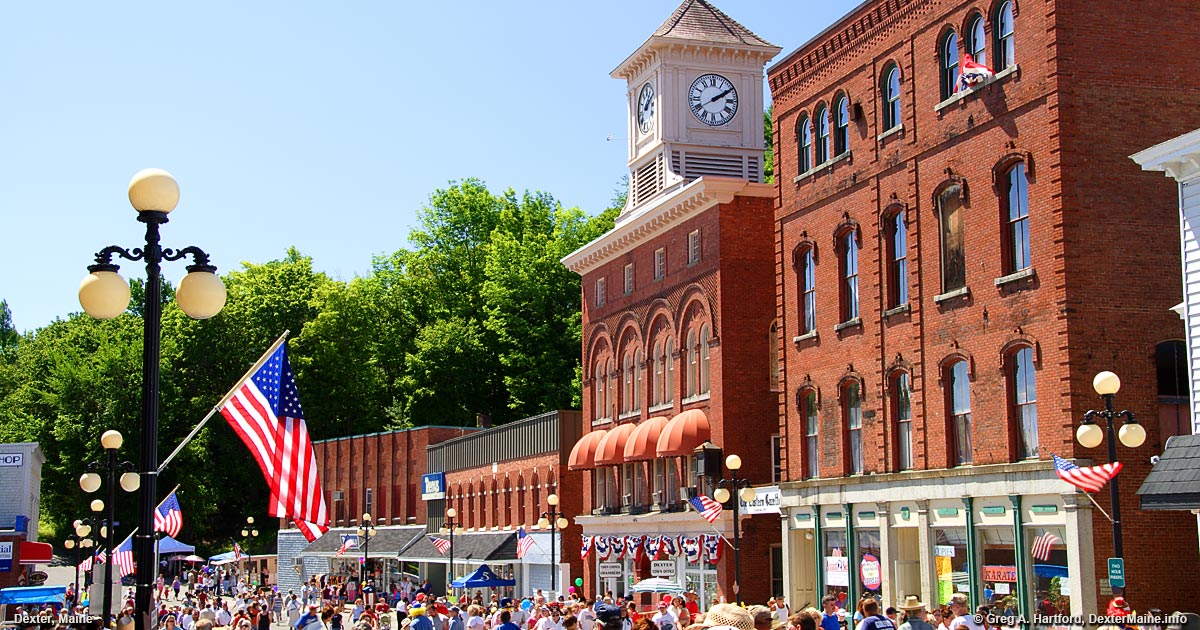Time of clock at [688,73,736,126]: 2:09
